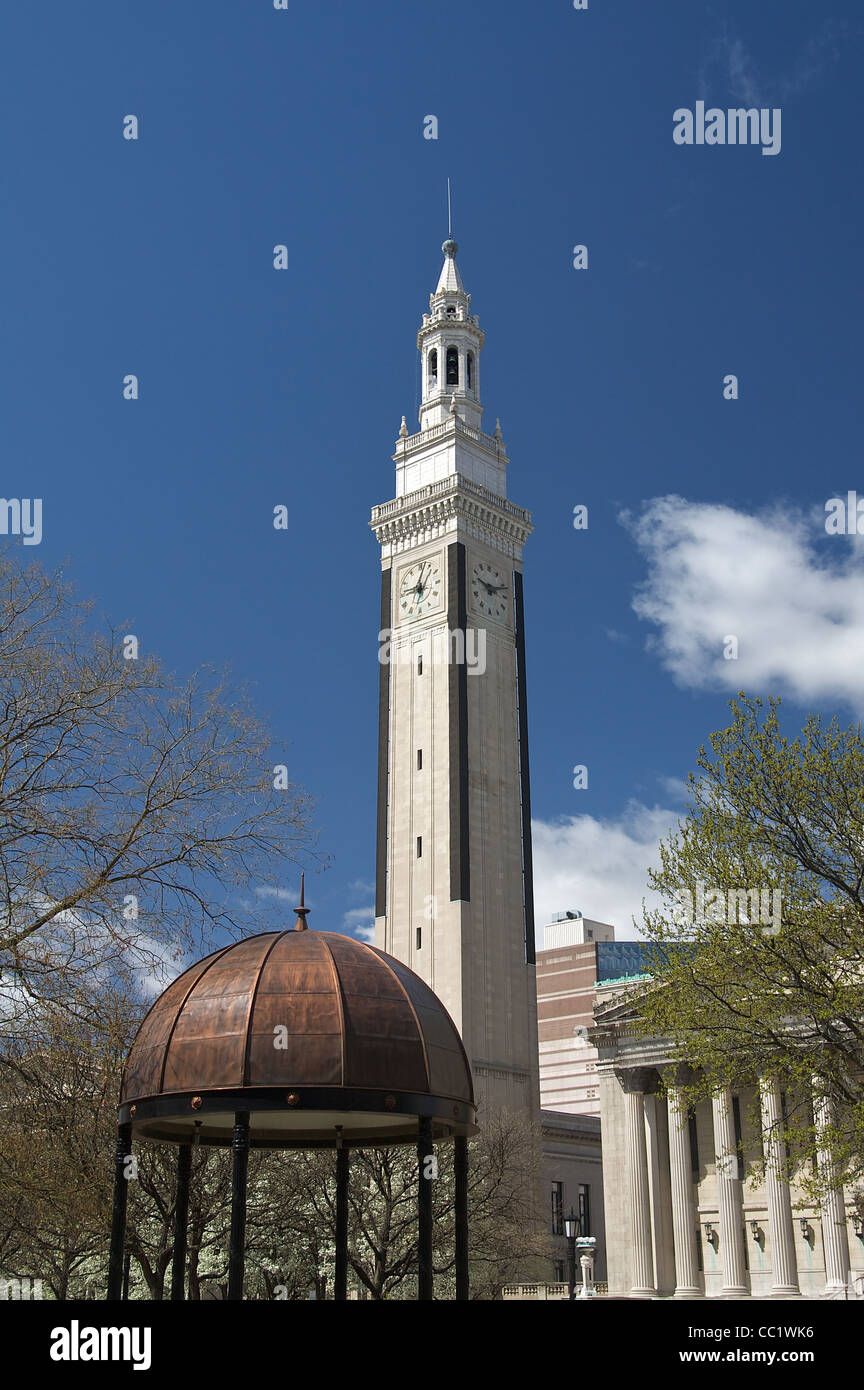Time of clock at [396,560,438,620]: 9:02
